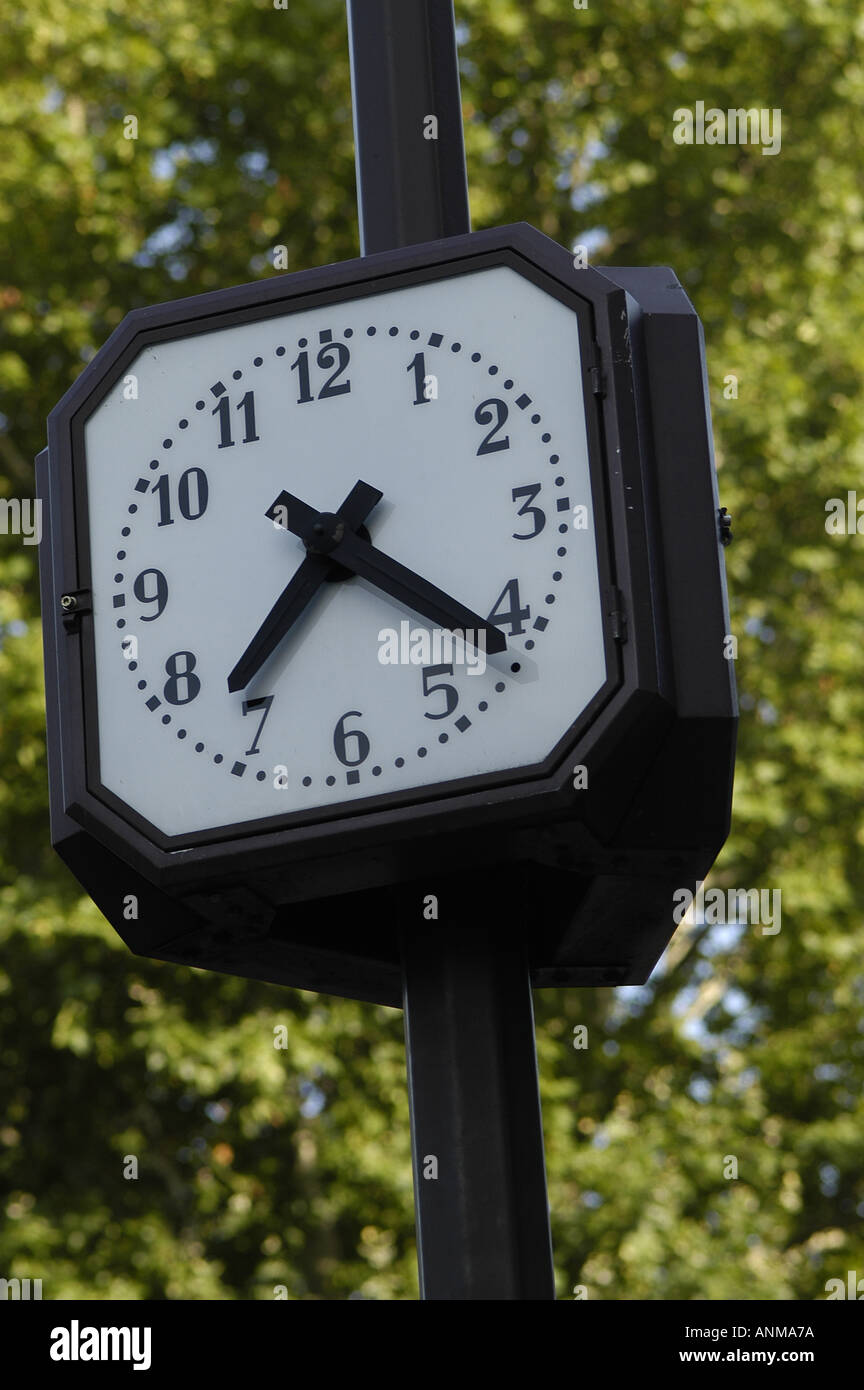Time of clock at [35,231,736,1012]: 7:21
